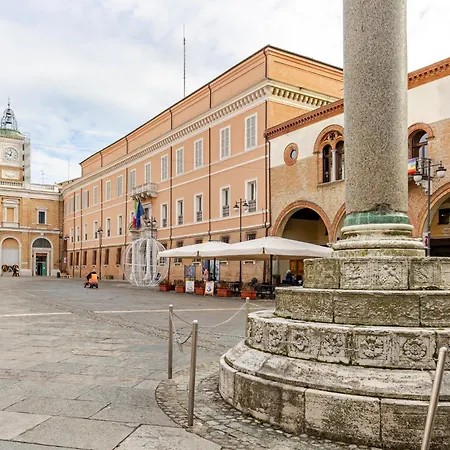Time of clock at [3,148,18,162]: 12:48
